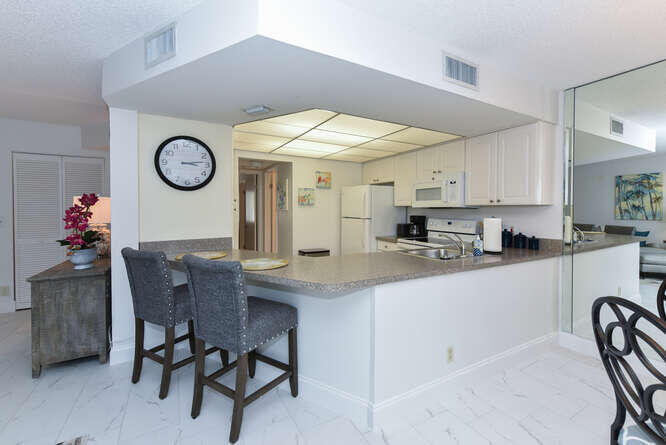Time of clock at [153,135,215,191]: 3:13
